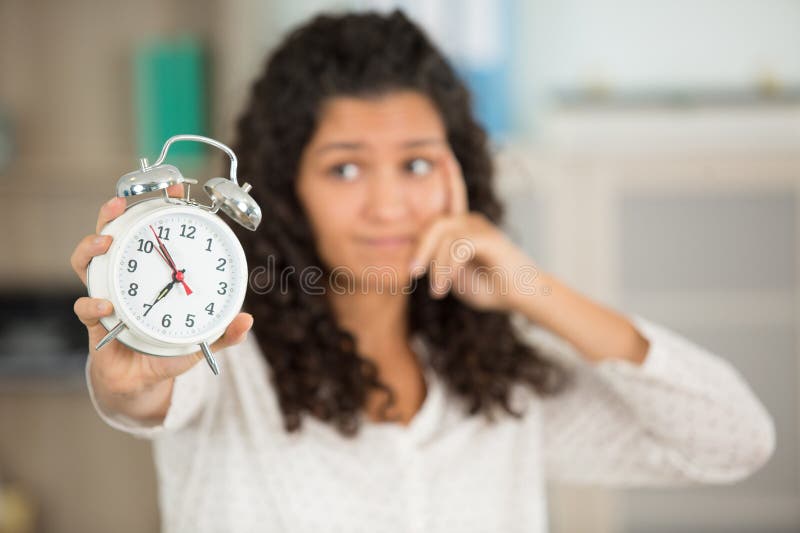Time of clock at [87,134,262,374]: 6:53
